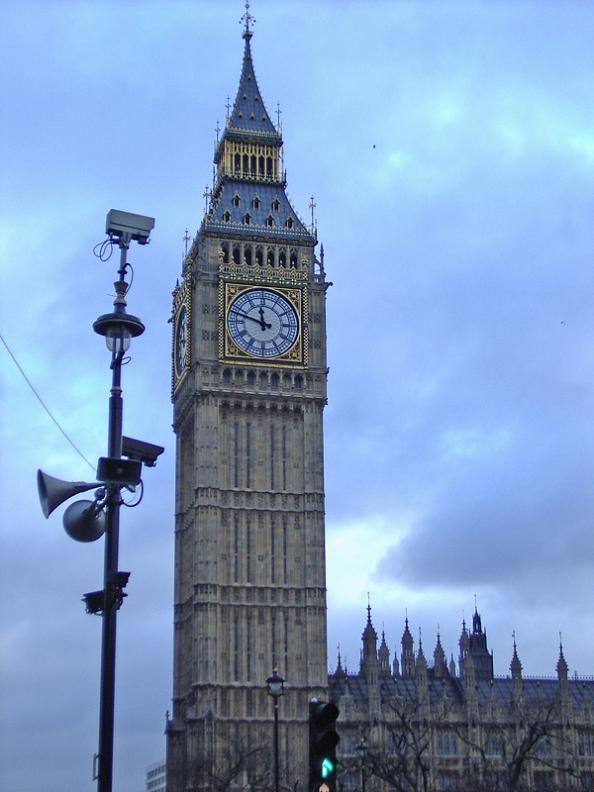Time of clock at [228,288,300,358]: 11:47
